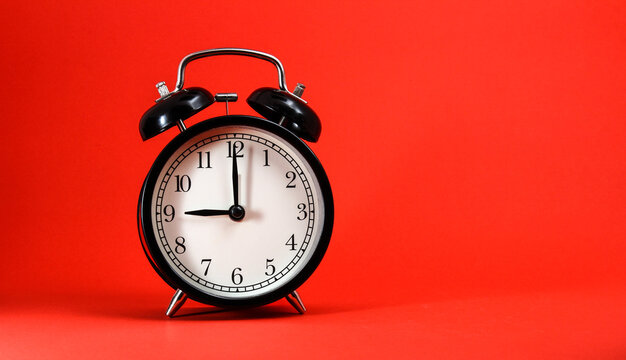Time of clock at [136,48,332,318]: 9:00
